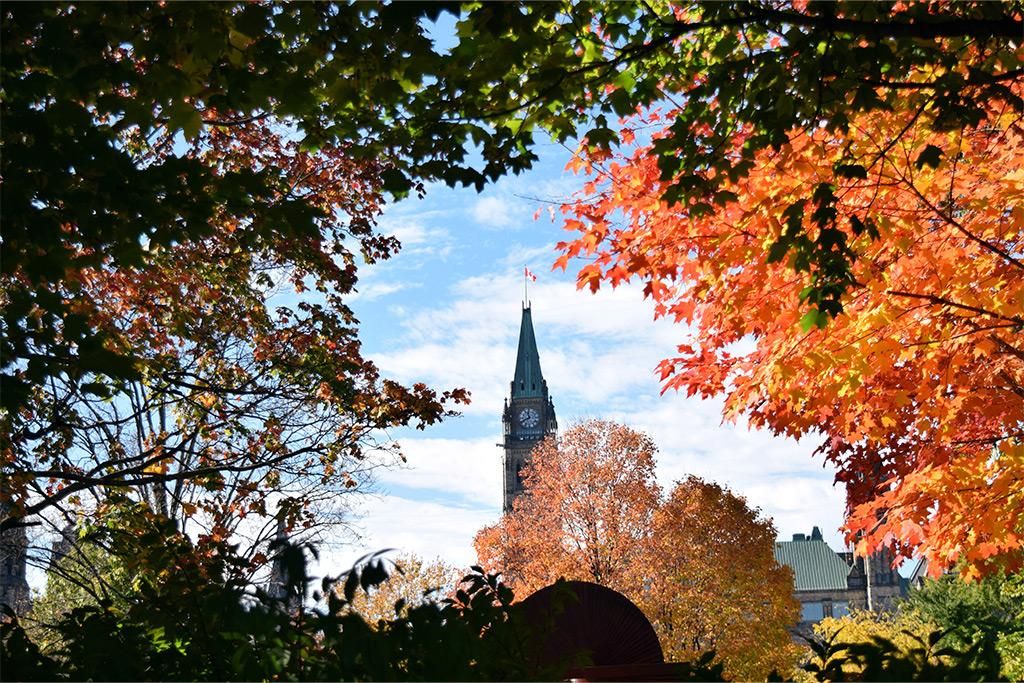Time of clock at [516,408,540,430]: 11:40
